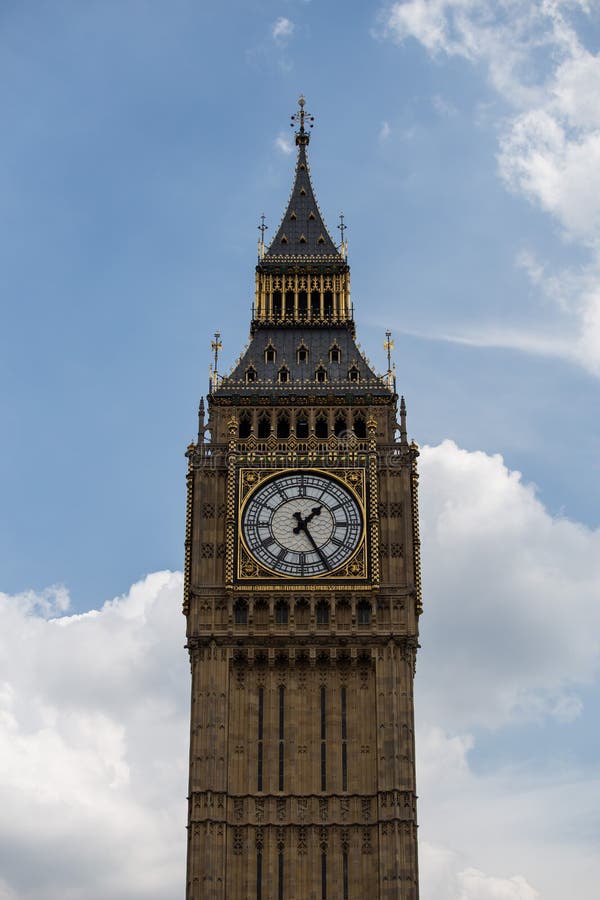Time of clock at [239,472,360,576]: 1:25
